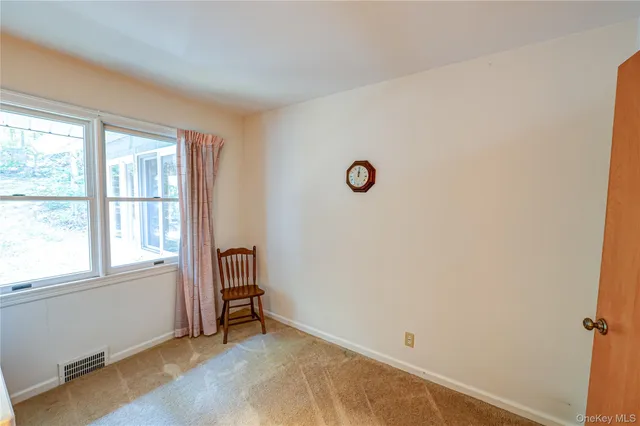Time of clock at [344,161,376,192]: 12:00
